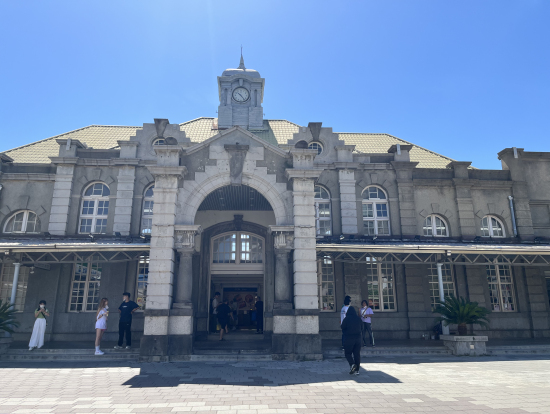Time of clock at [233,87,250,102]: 10:23
